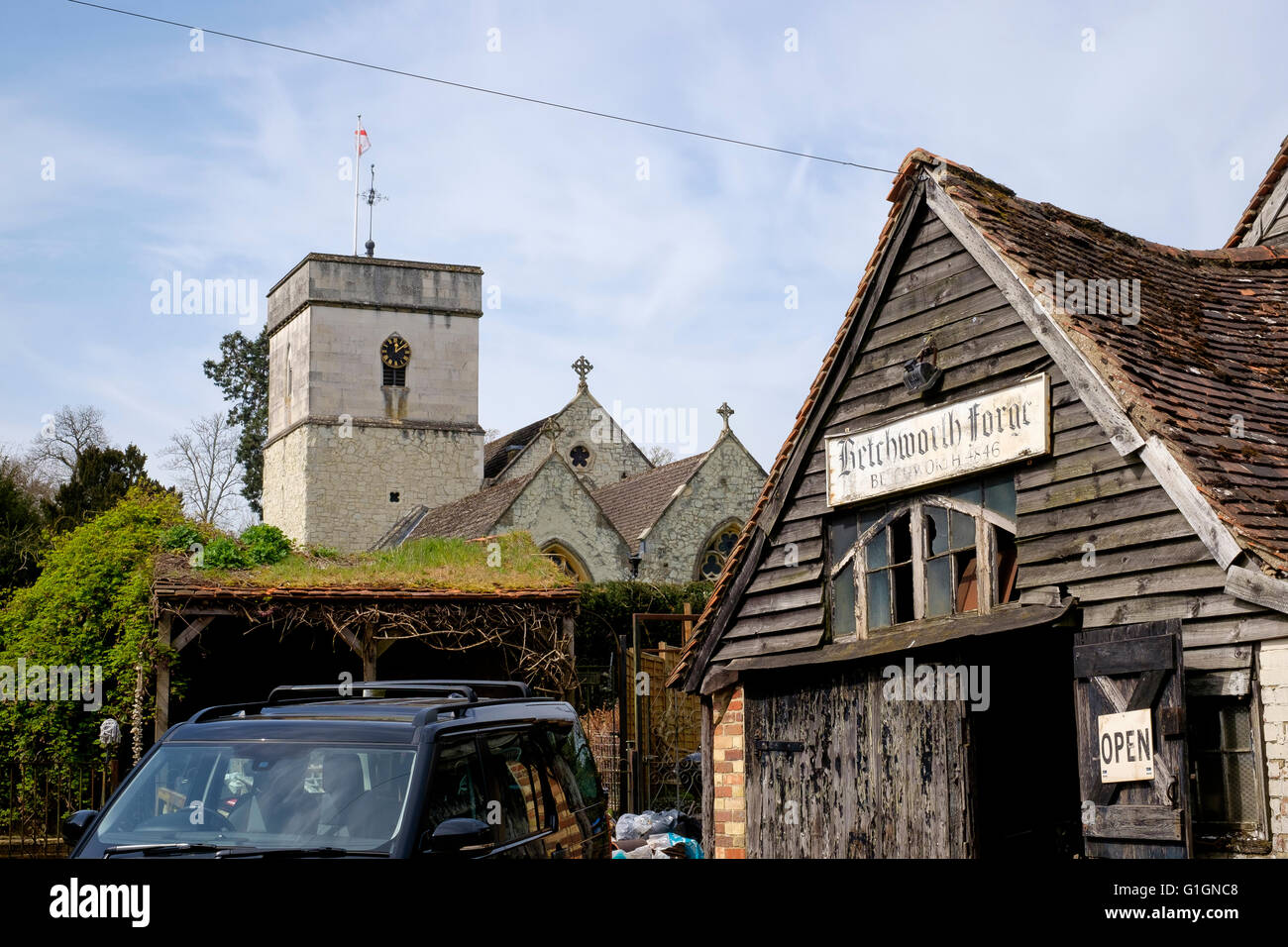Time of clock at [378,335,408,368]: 12:07
